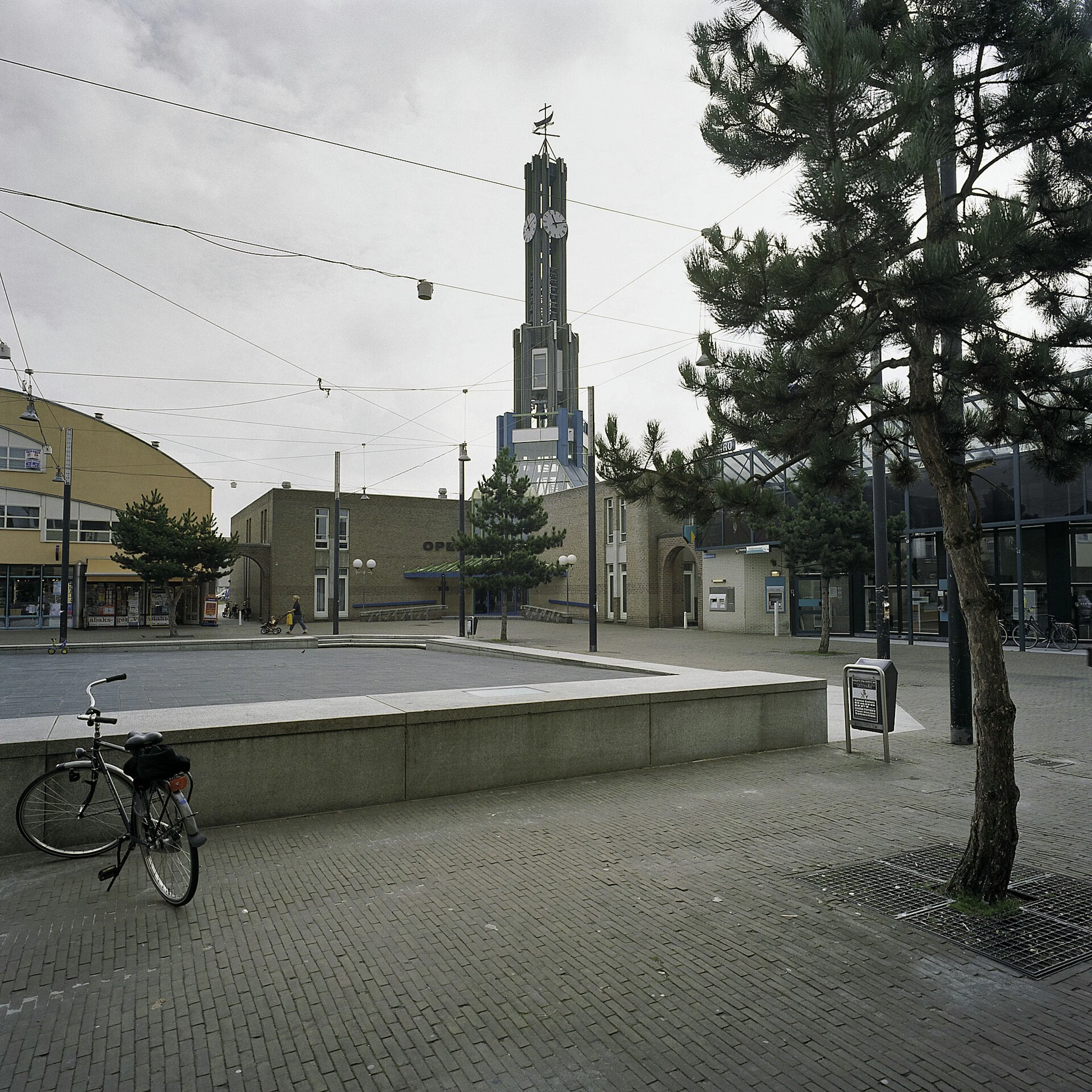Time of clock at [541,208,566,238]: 11:11
